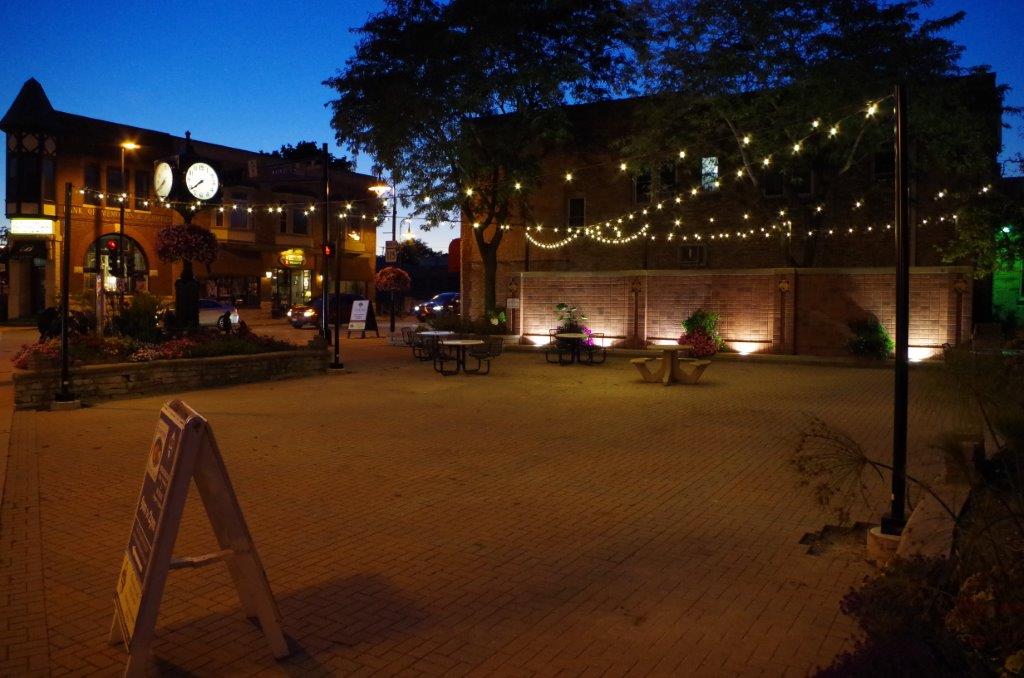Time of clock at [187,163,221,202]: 7:38
